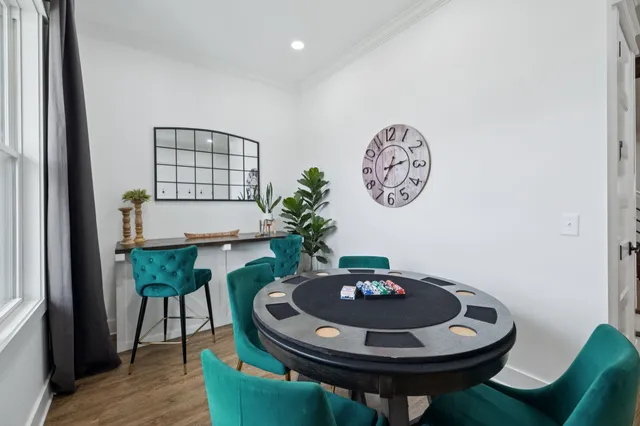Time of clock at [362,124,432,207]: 2:35
